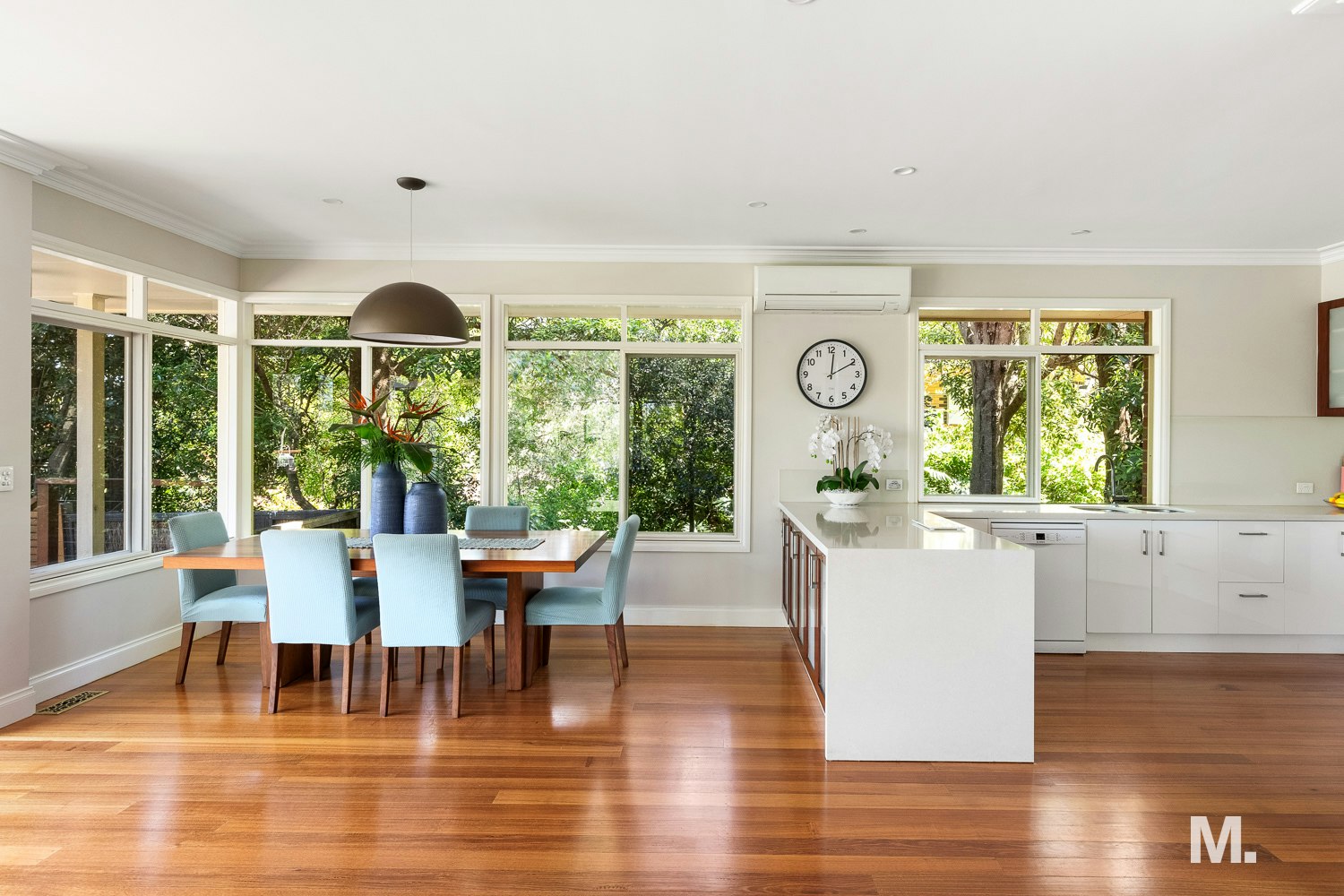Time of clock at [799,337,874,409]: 12:10
